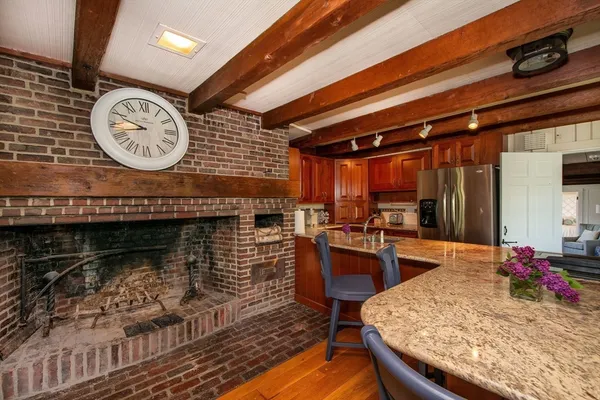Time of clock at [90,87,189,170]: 9:42
